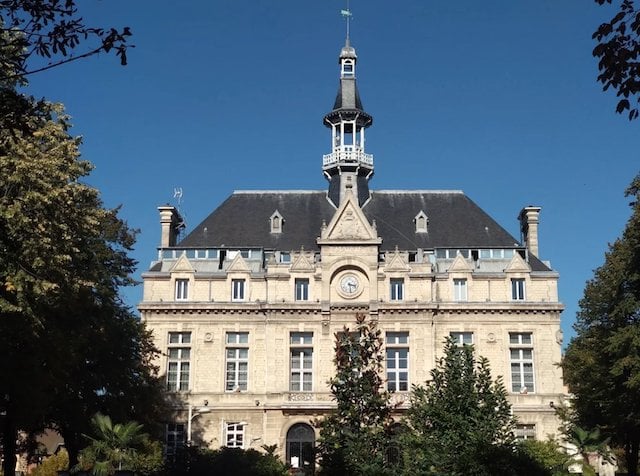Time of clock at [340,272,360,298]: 3:28
